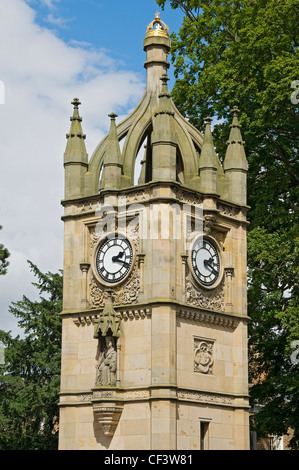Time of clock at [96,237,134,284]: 2:18
